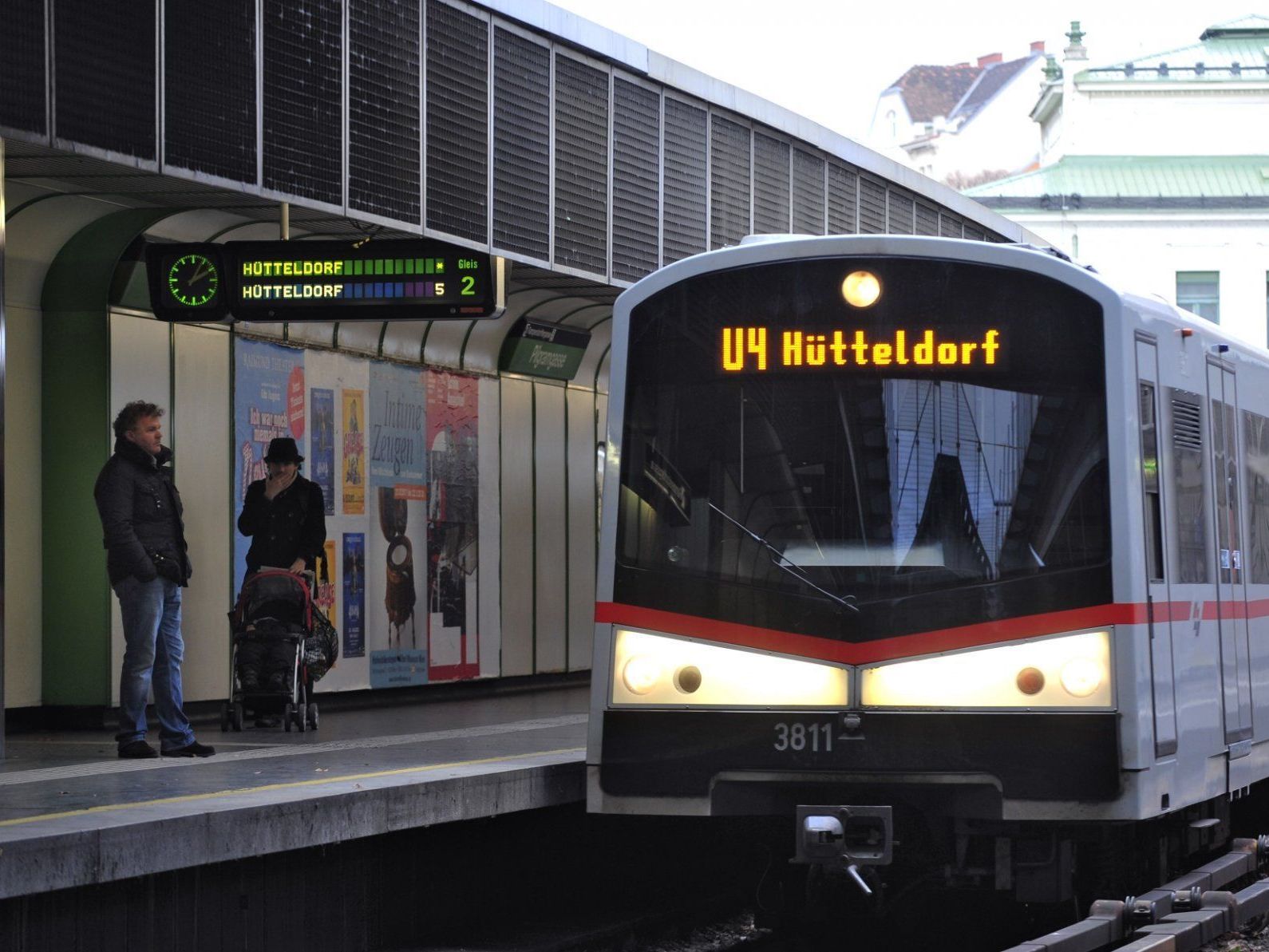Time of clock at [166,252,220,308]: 2:04
